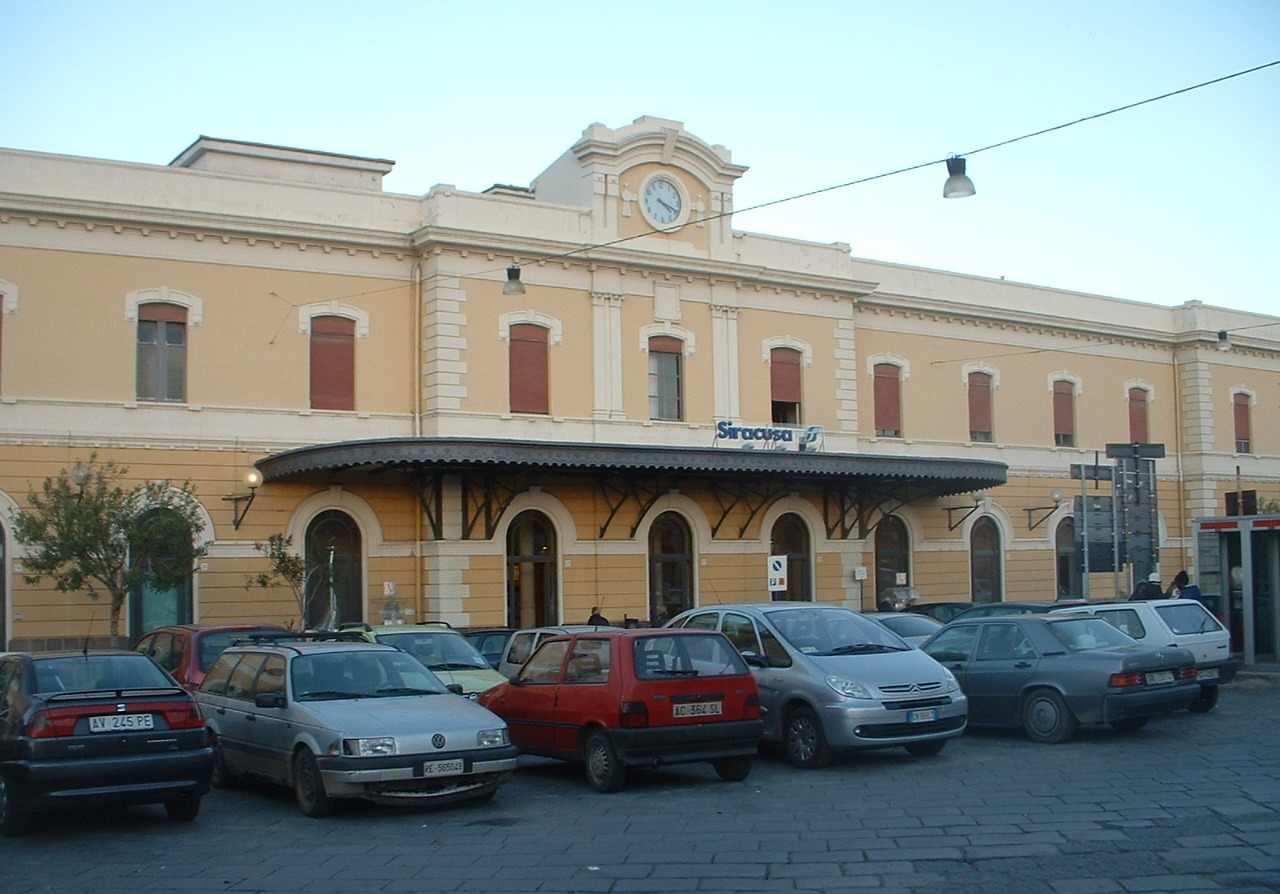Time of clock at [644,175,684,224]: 4:19
